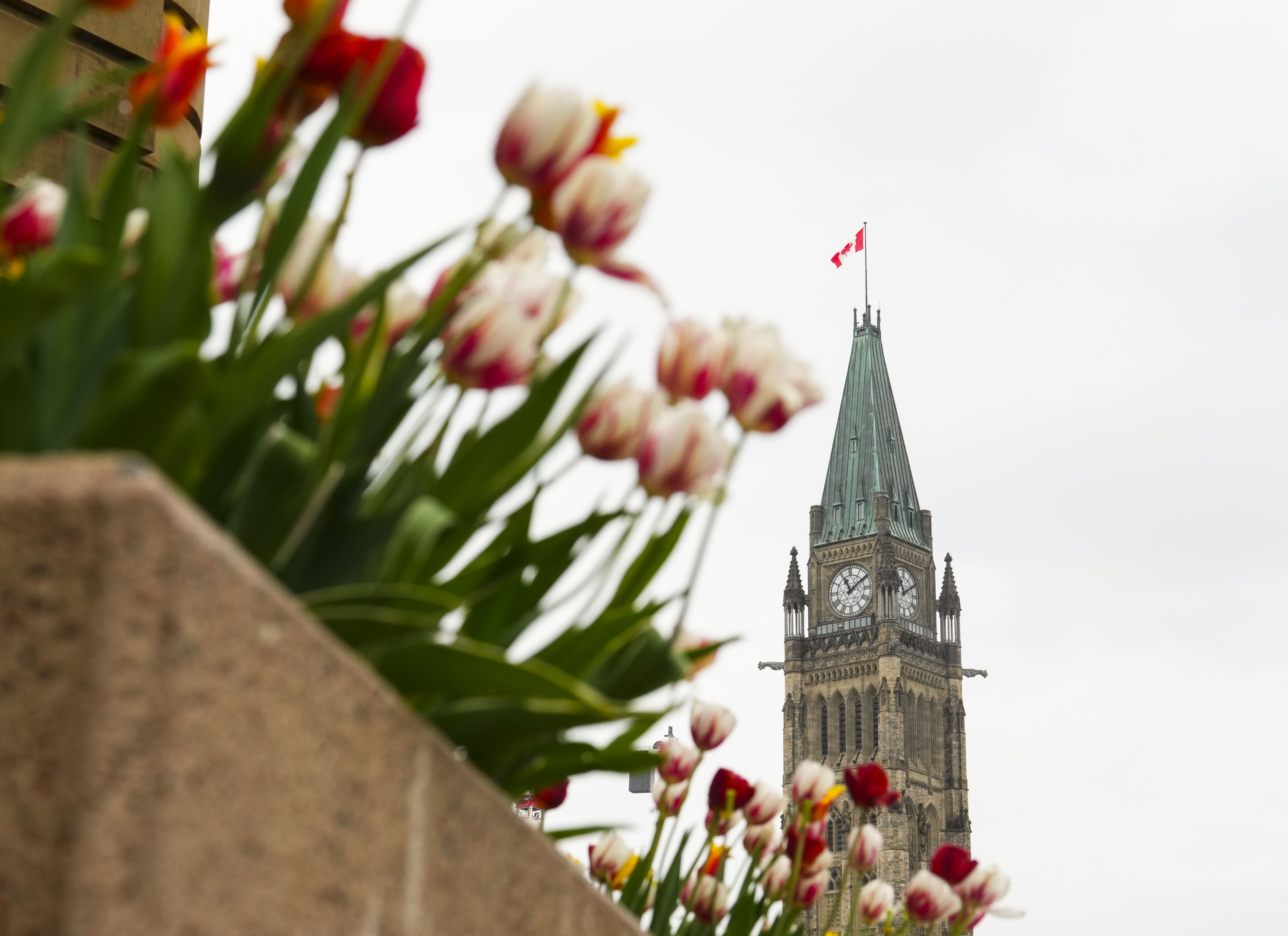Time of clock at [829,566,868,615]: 11:09
